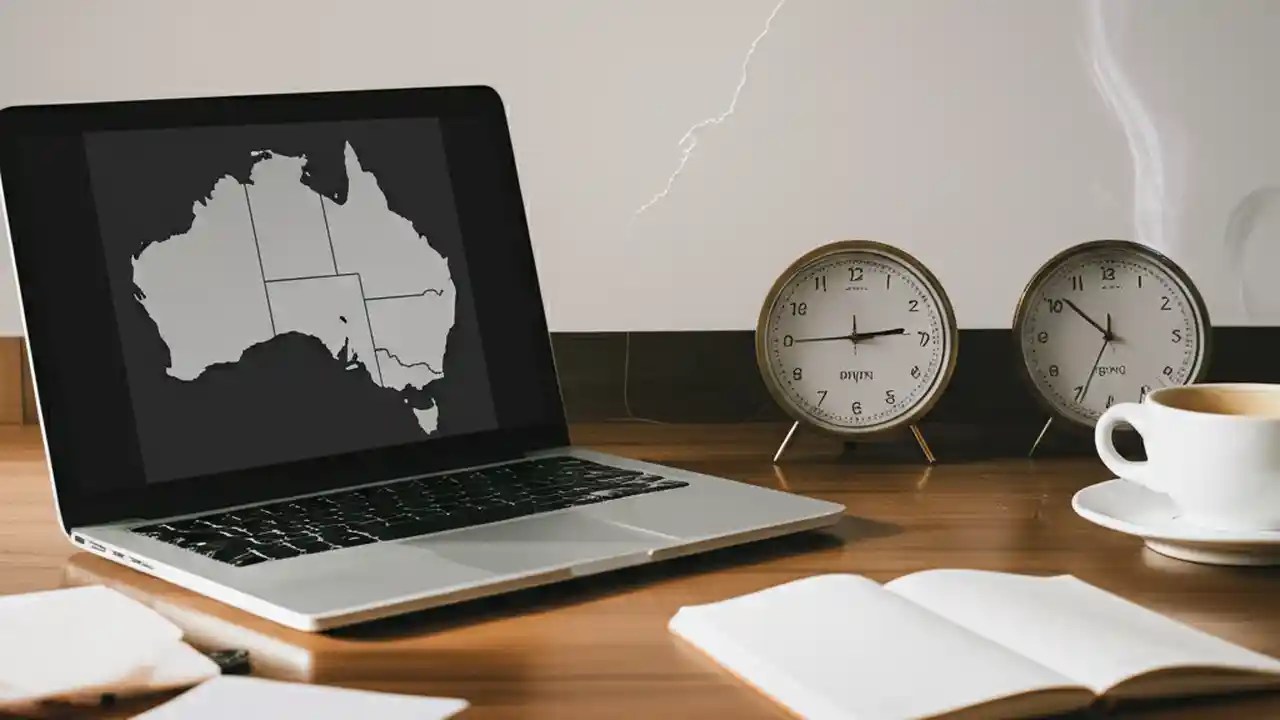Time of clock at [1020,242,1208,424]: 6:51
